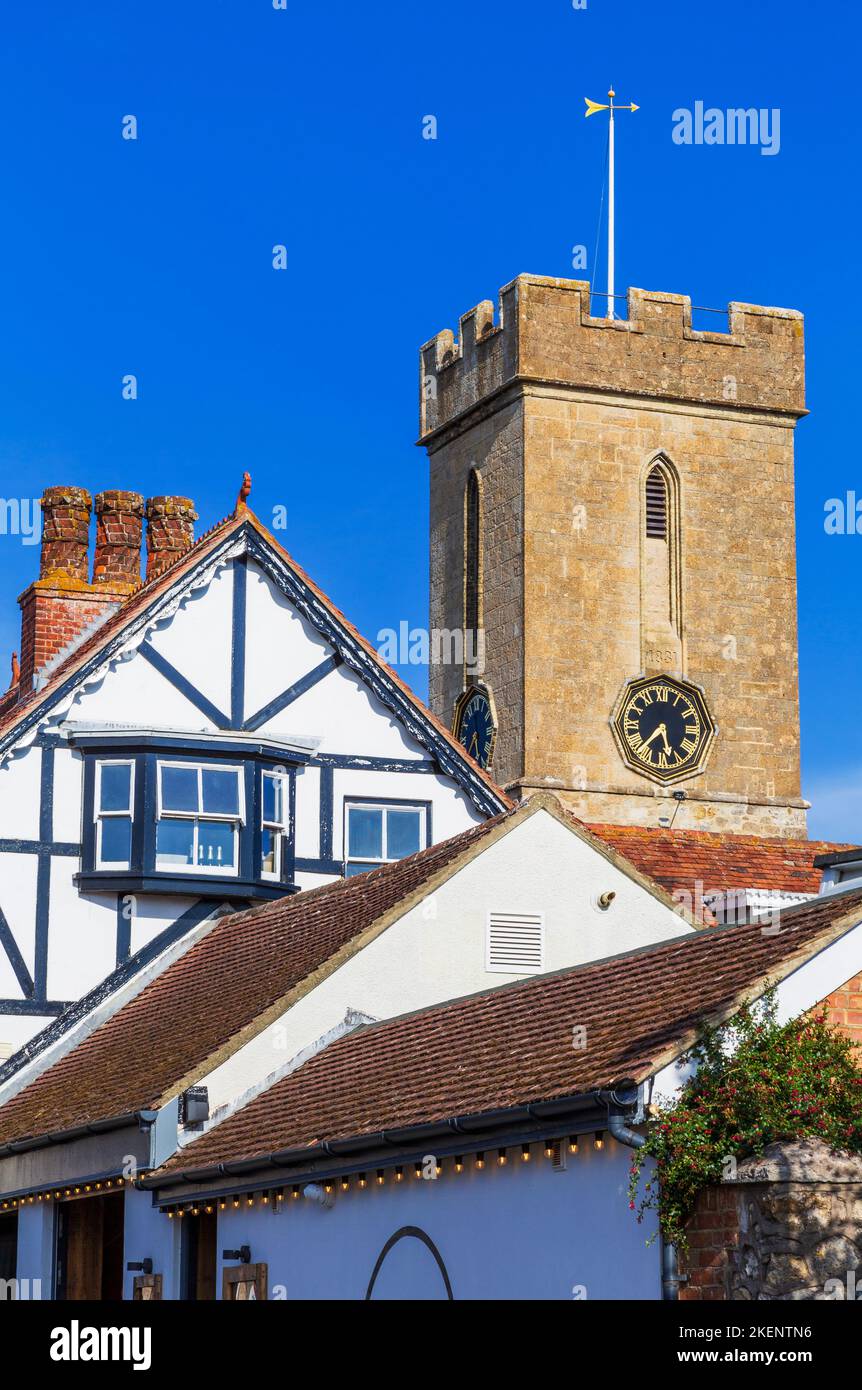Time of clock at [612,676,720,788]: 5:37
